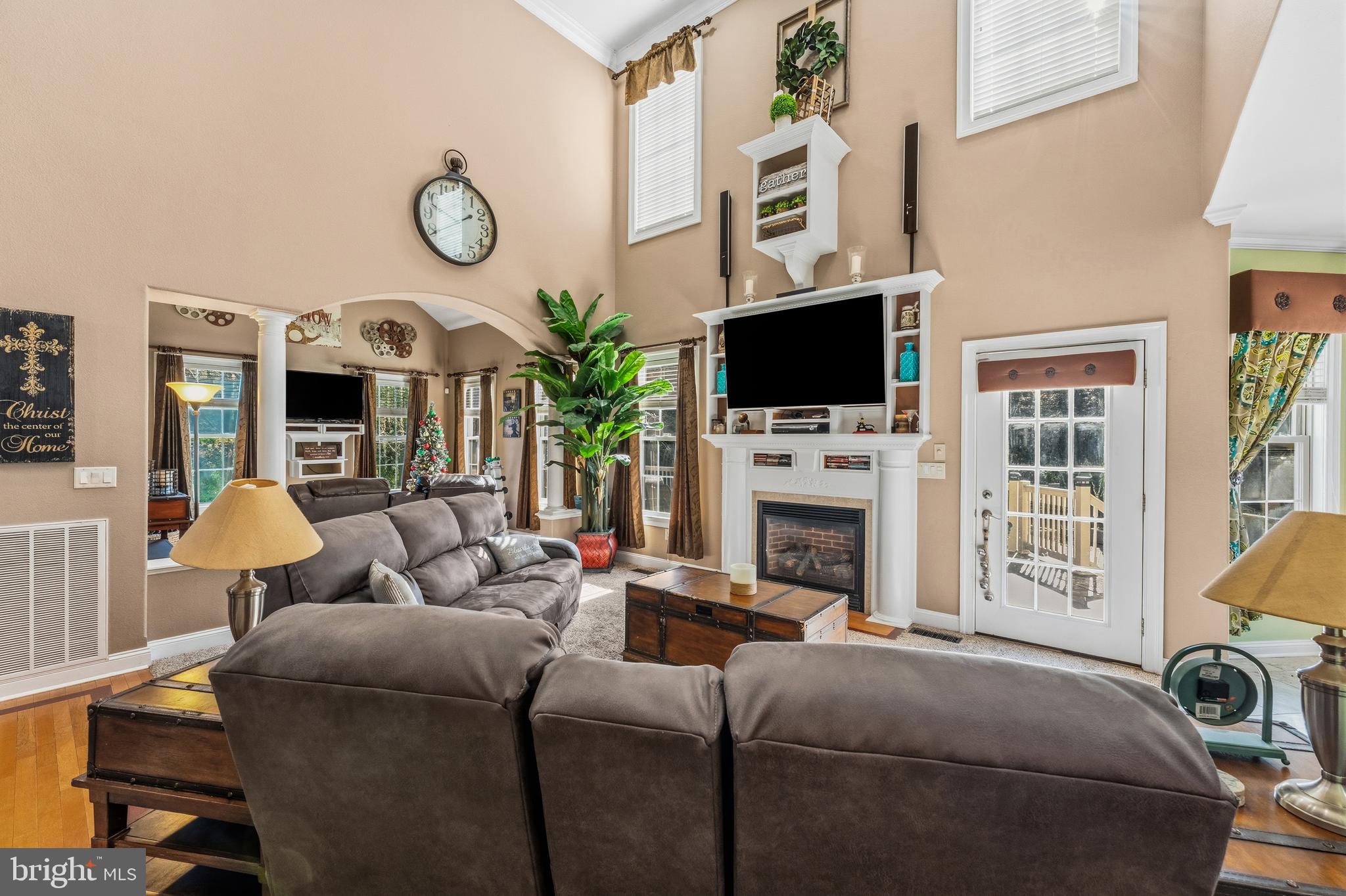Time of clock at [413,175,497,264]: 1:47
